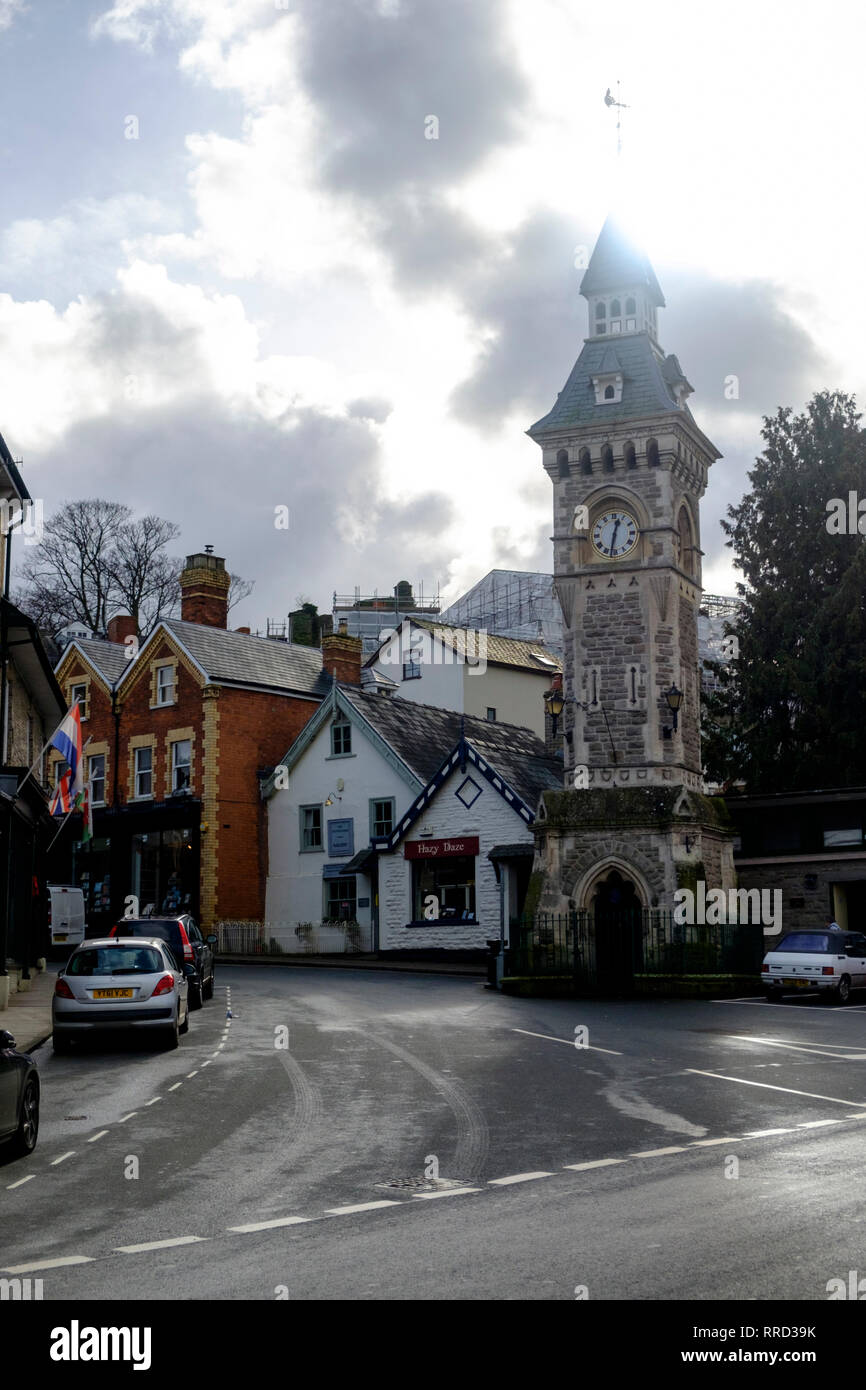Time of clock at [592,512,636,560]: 12:32
